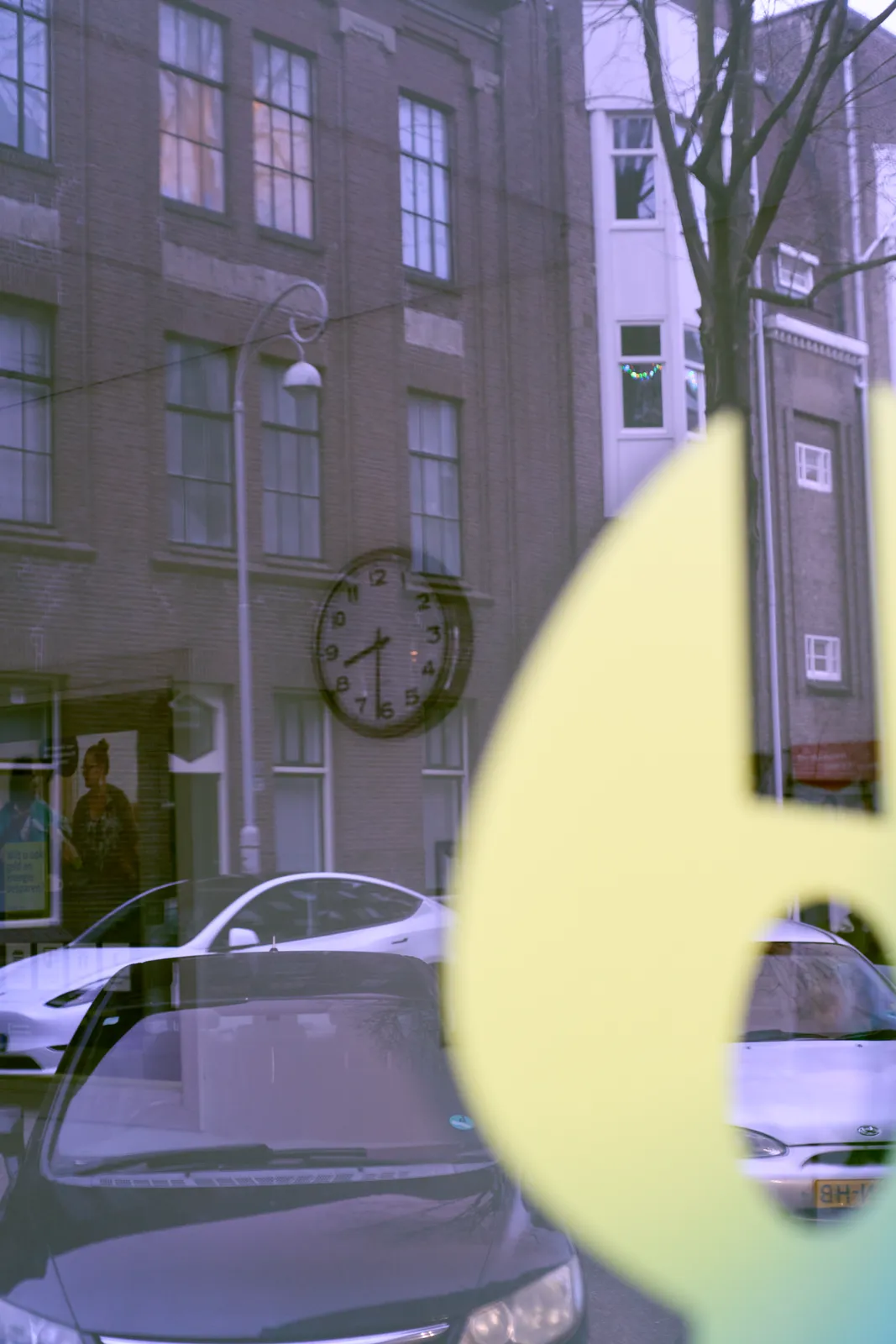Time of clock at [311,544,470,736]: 8:31
